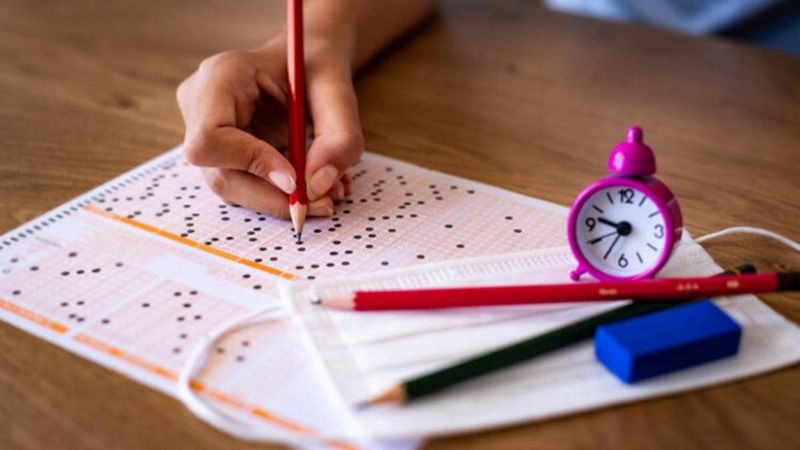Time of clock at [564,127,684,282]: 9:35
